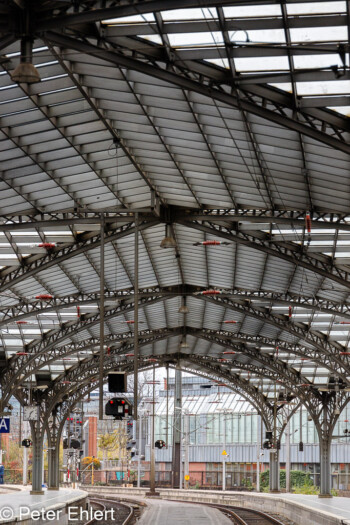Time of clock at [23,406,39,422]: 1:33
